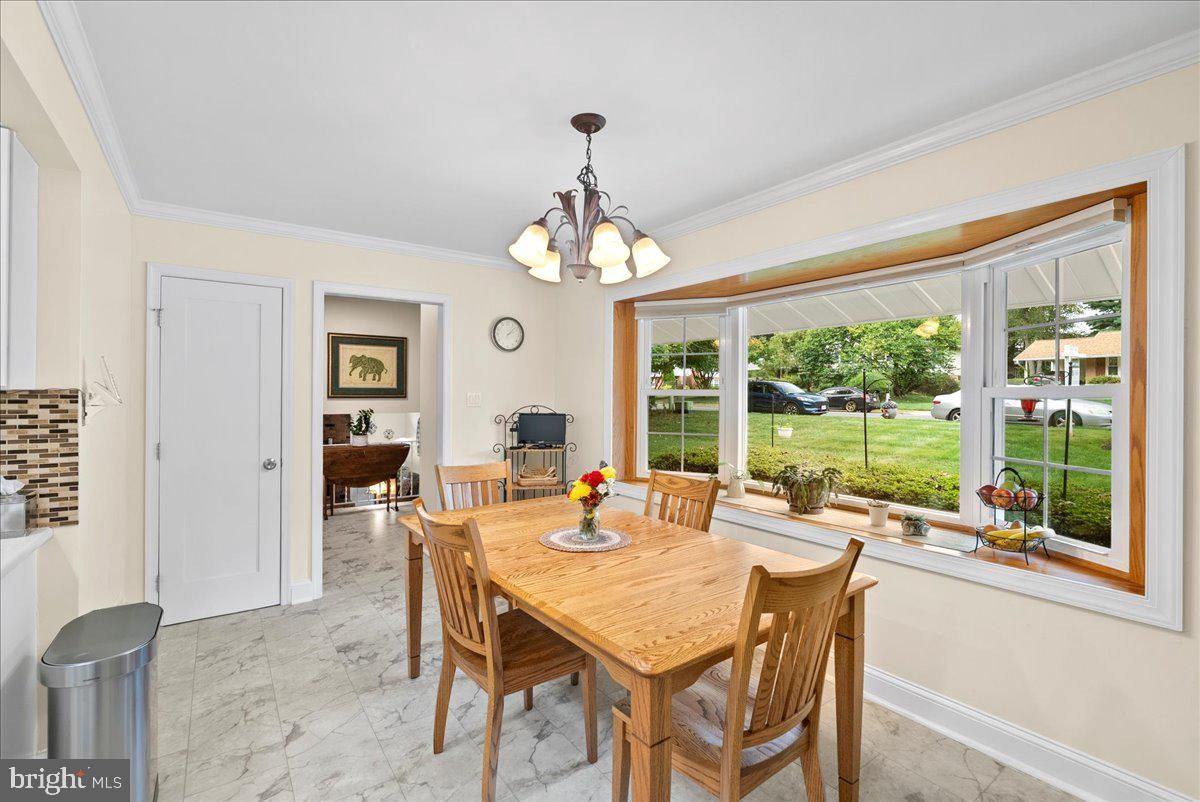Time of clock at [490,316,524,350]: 2:08
